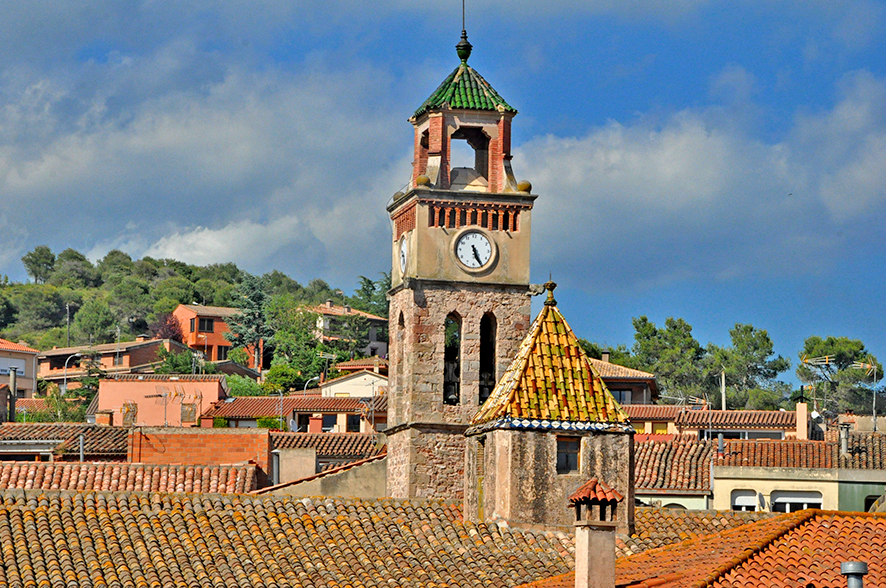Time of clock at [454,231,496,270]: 5:25
